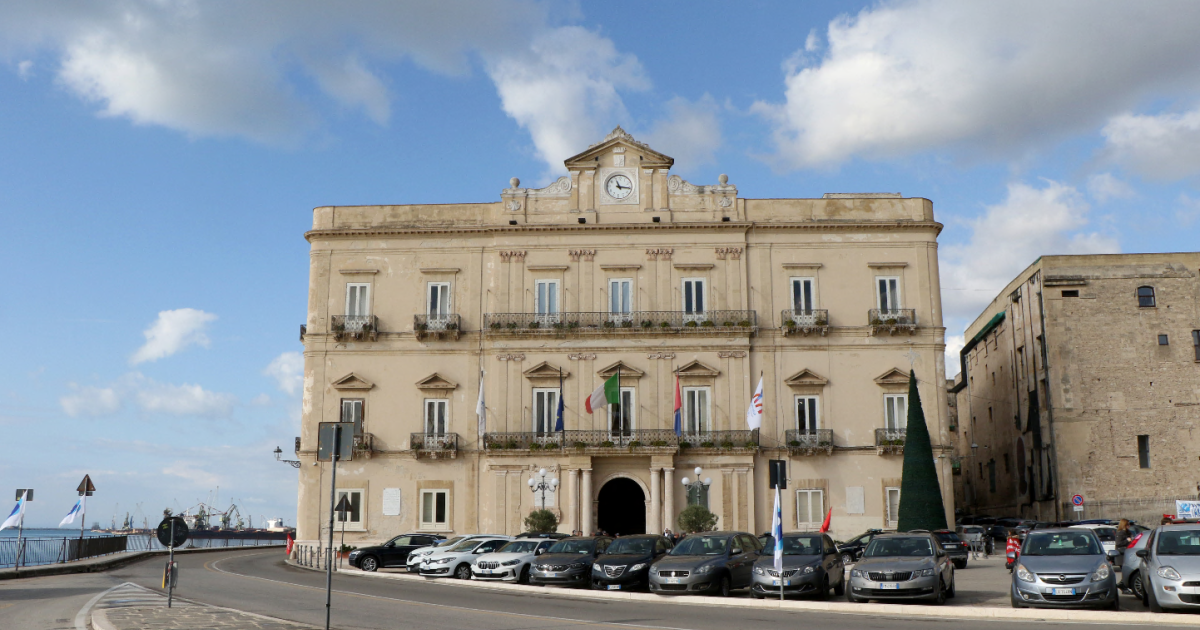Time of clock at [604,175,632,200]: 11:15
